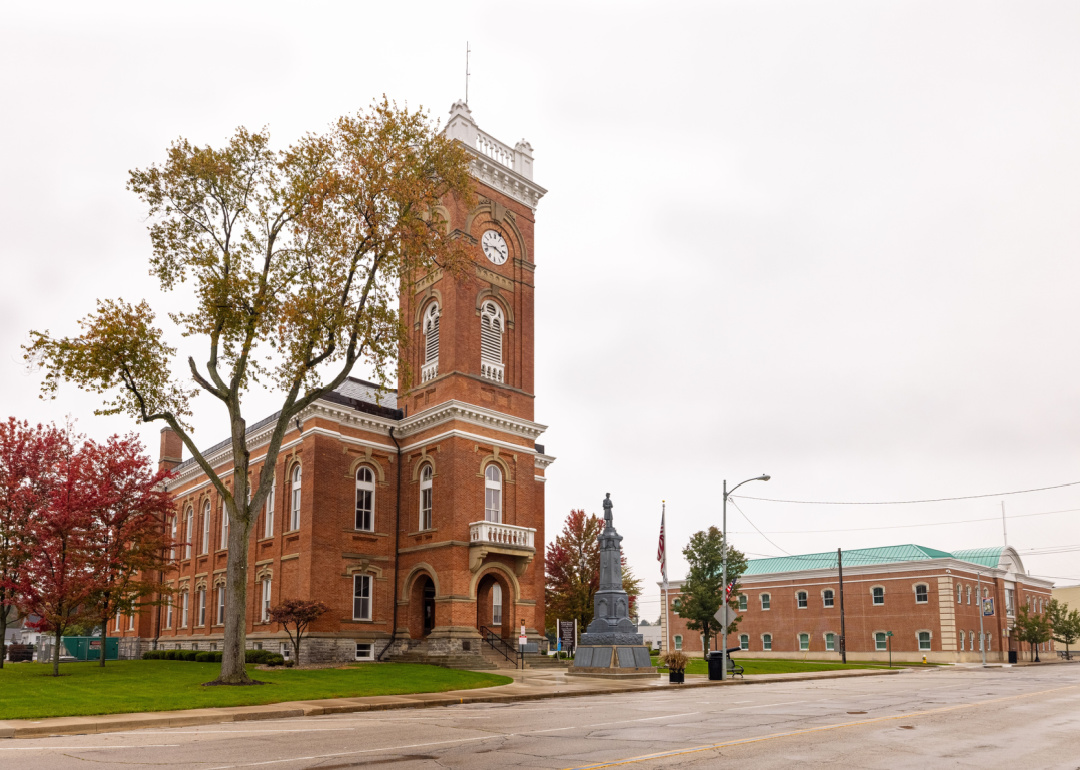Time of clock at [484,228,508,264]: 3:42
